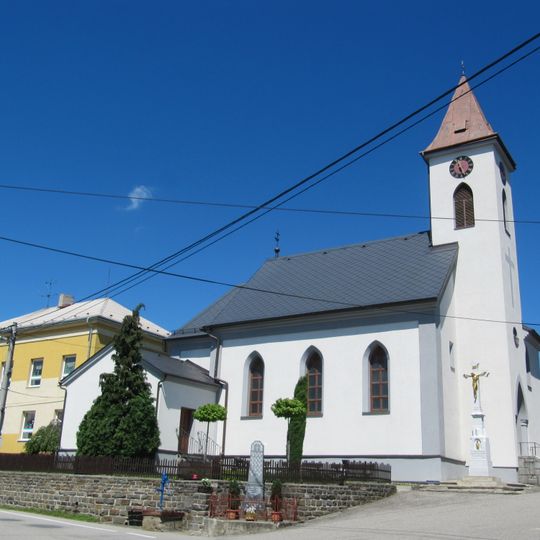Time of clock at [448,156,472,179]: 5:26
